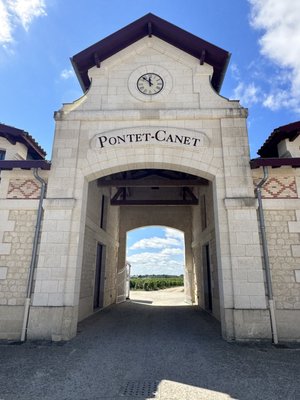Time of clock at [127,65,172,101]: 11:52
